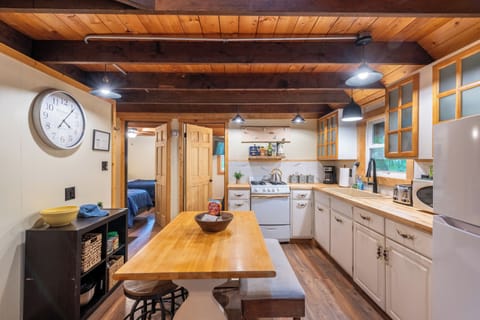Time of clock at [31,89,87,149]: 4:06
